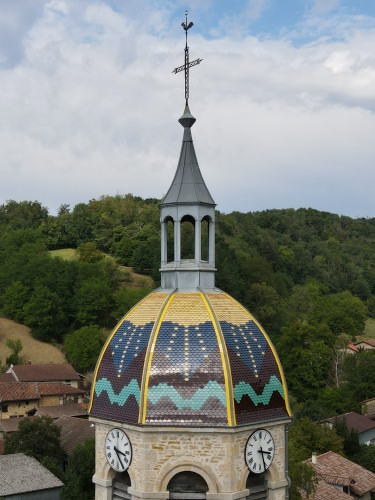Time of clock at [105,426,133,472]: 3:24
